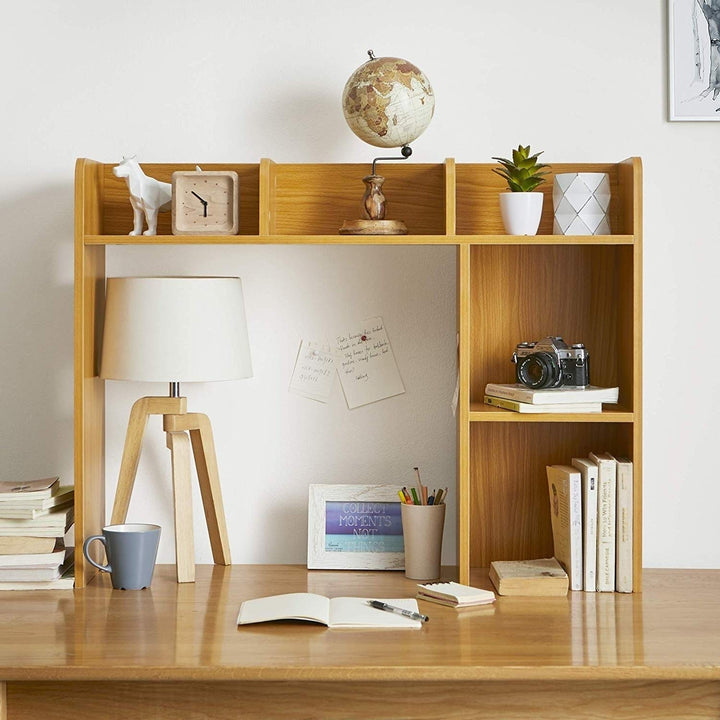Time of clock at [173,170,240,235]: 5:51
